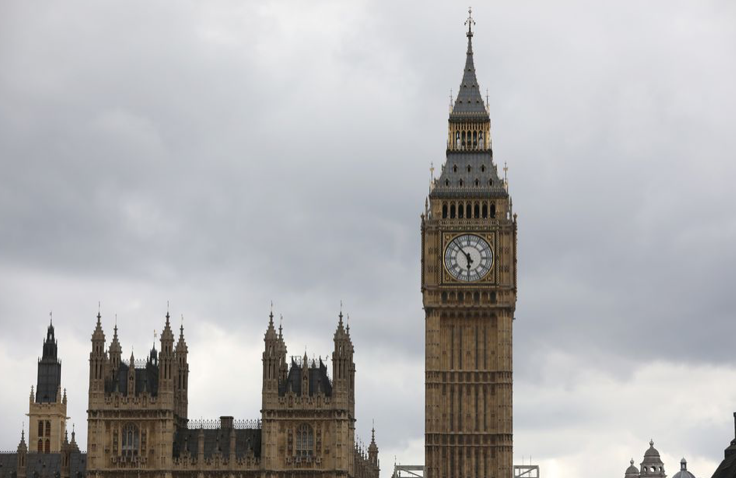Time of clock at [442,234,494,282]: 5:52
